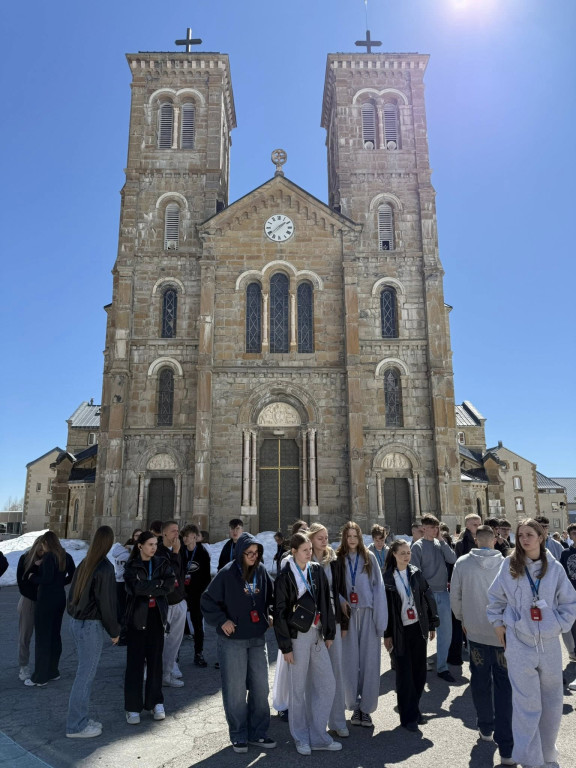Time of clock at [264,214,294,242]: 1:38
